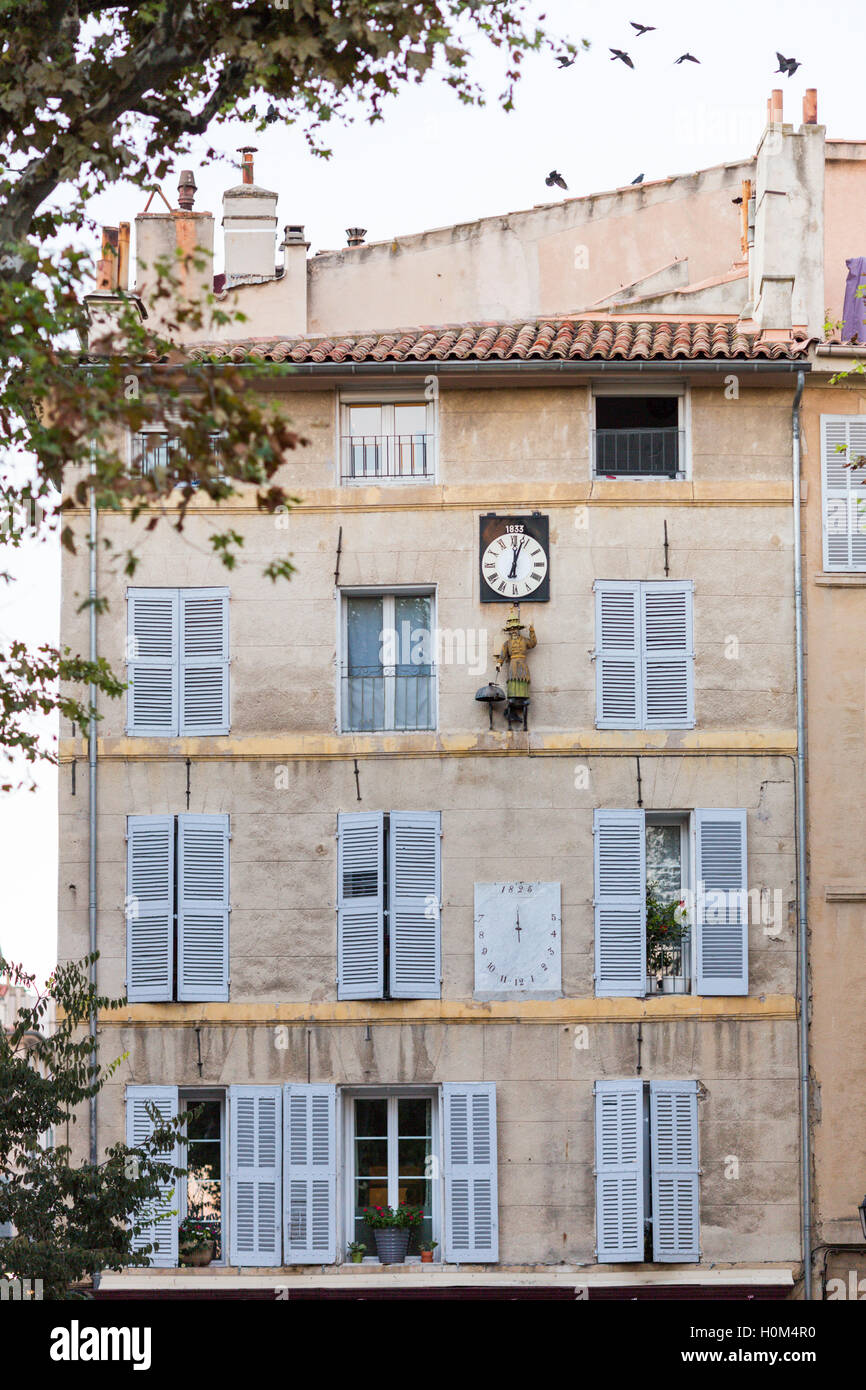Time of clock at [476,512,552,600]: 12:03
